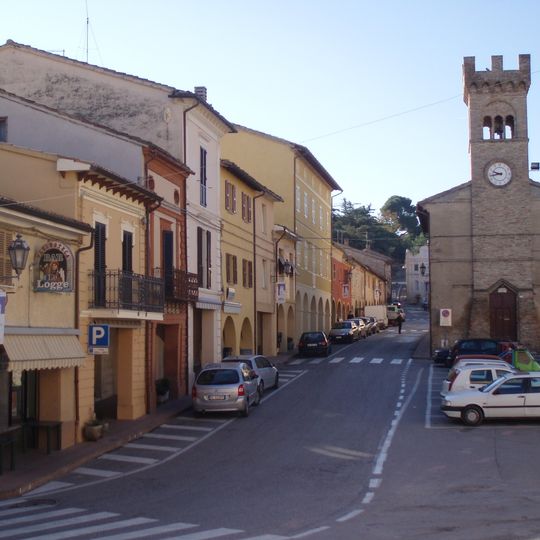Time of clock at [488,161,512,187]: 9:43
